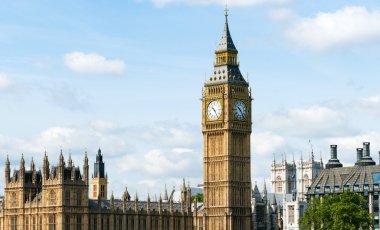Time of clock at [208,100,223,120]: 10:24
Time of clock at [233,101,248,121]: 10:24
